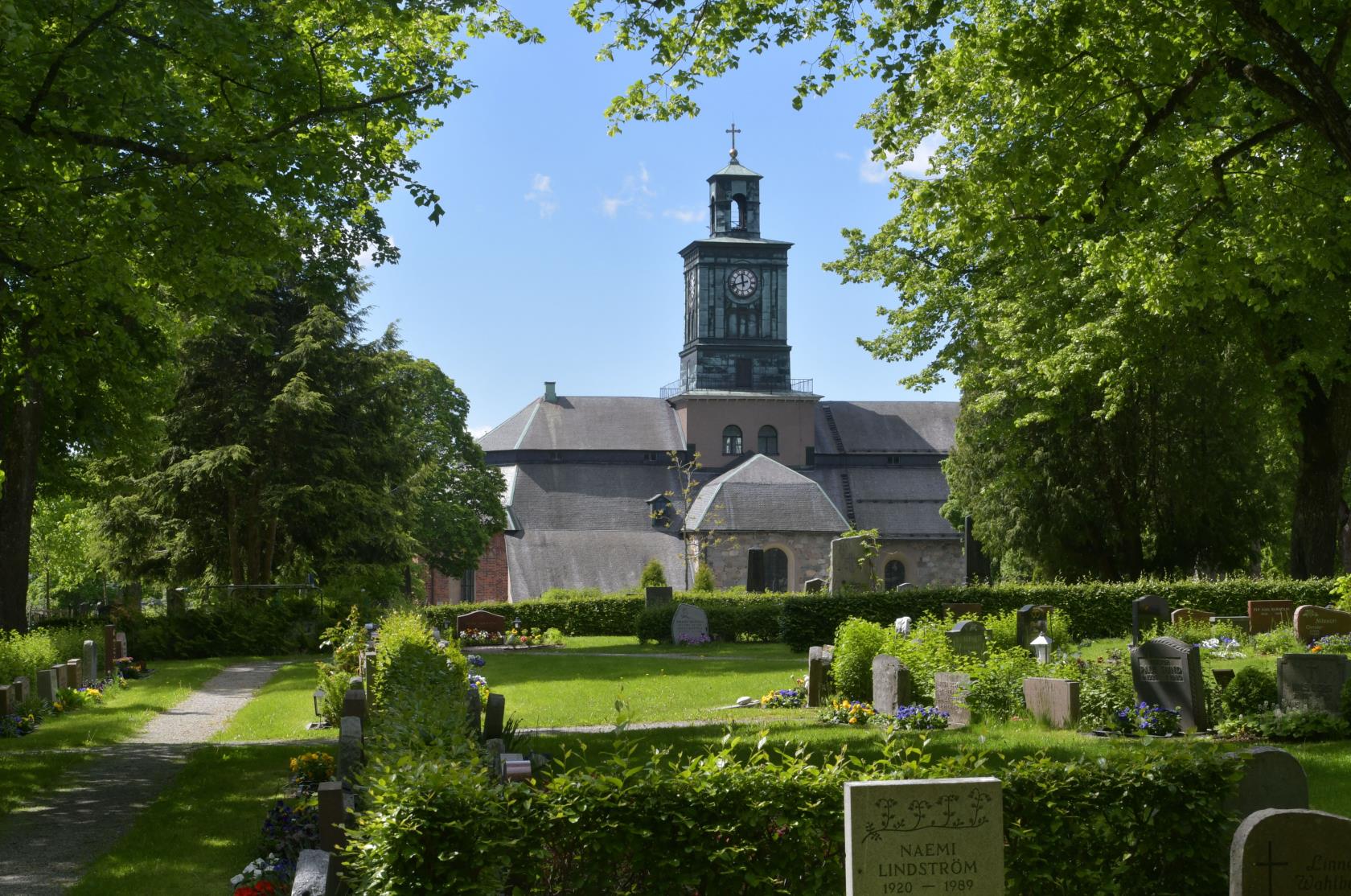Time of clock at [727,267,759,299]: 11:41
